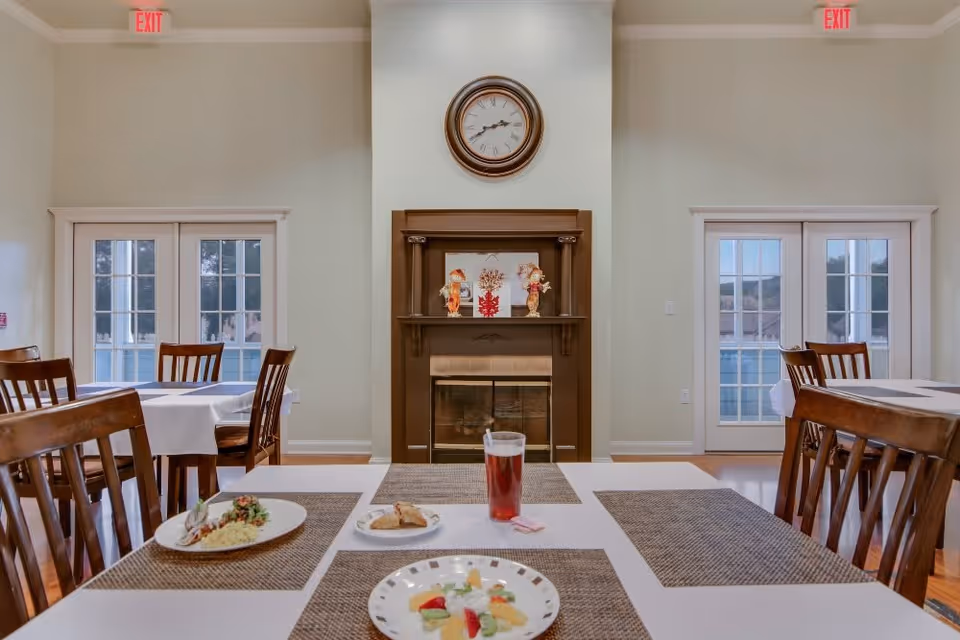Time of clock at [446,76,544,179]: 2:40
